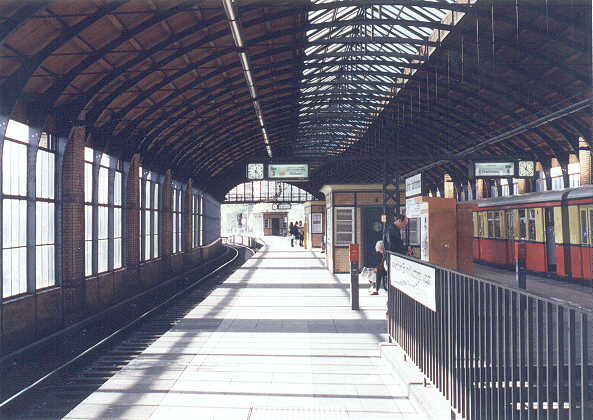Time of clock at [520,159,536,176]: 12:22
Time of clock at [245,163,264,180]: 12:22
